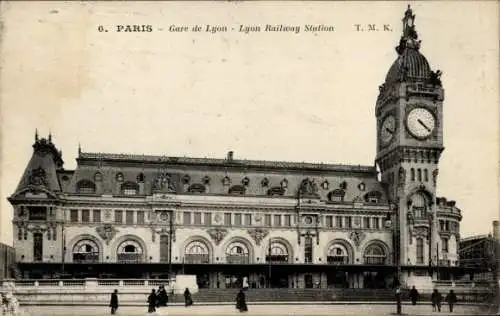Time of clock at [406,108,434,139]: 4:21
